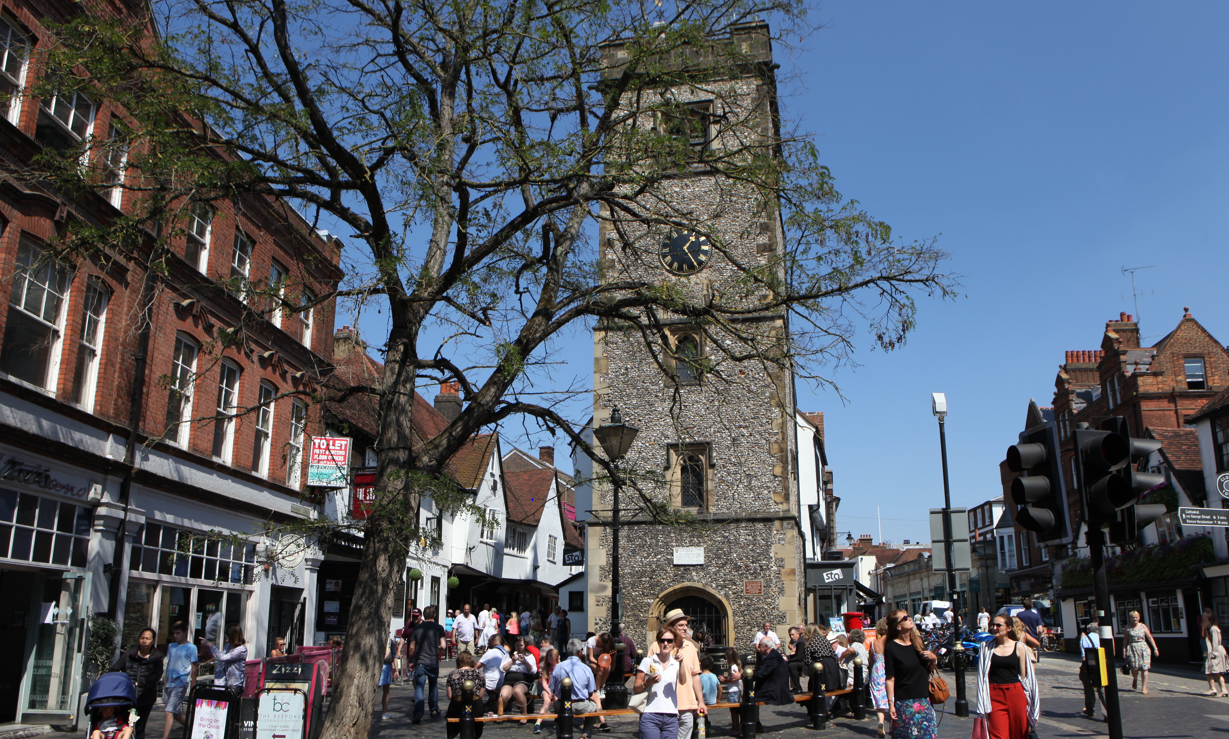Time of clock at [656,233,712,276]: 1:24
